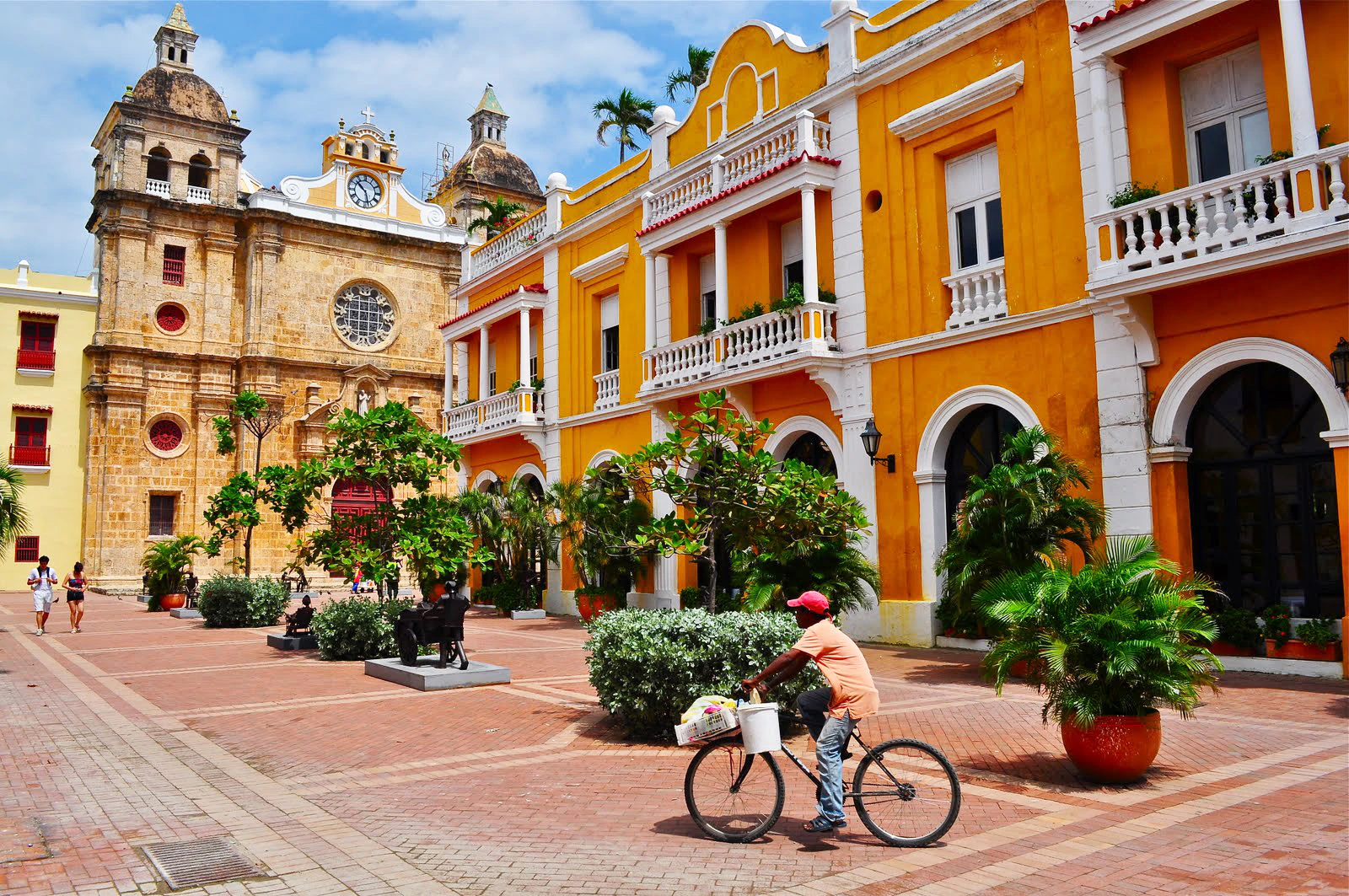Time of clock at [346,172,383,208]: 10:27
